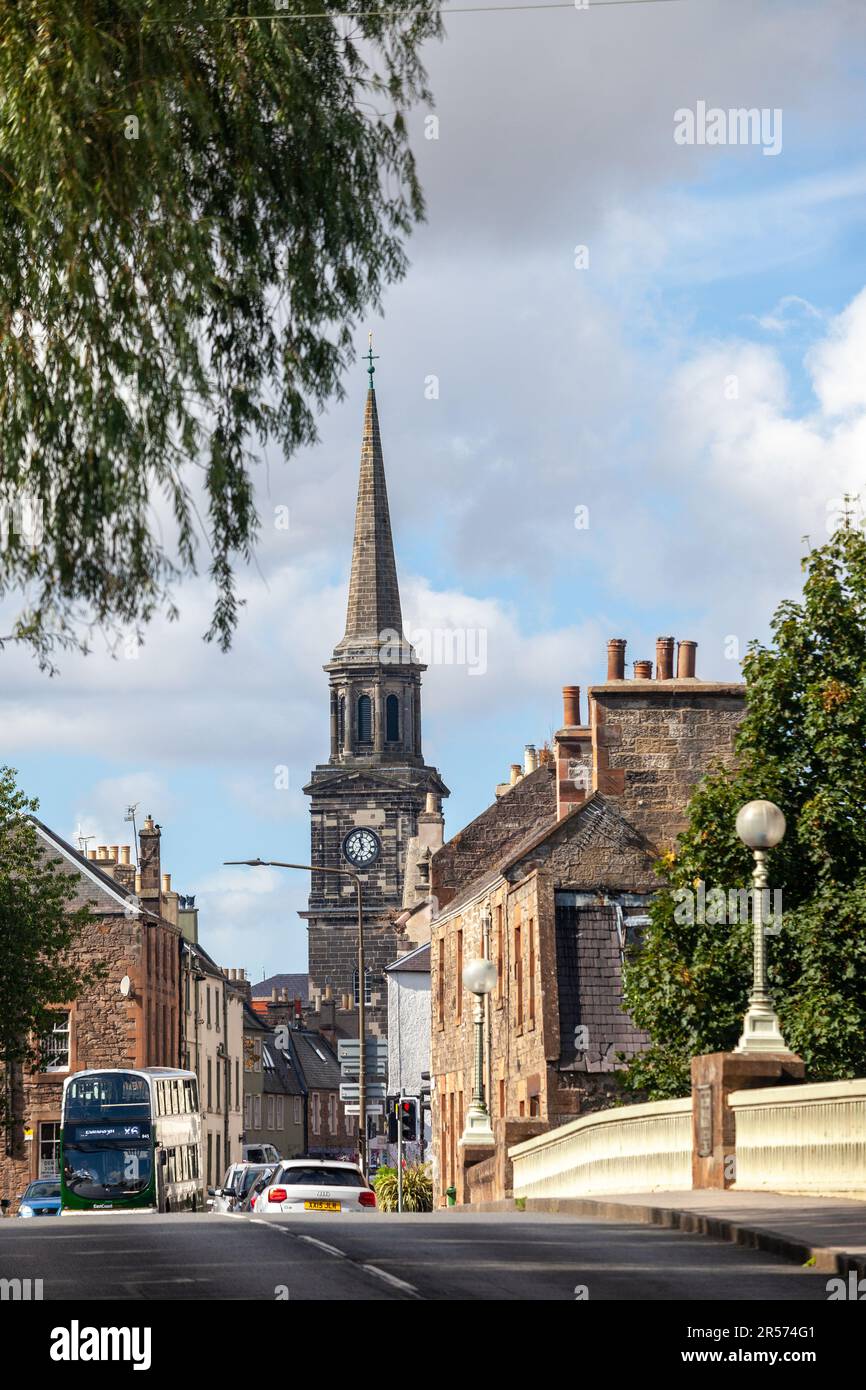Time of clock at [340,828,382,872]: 11:35
